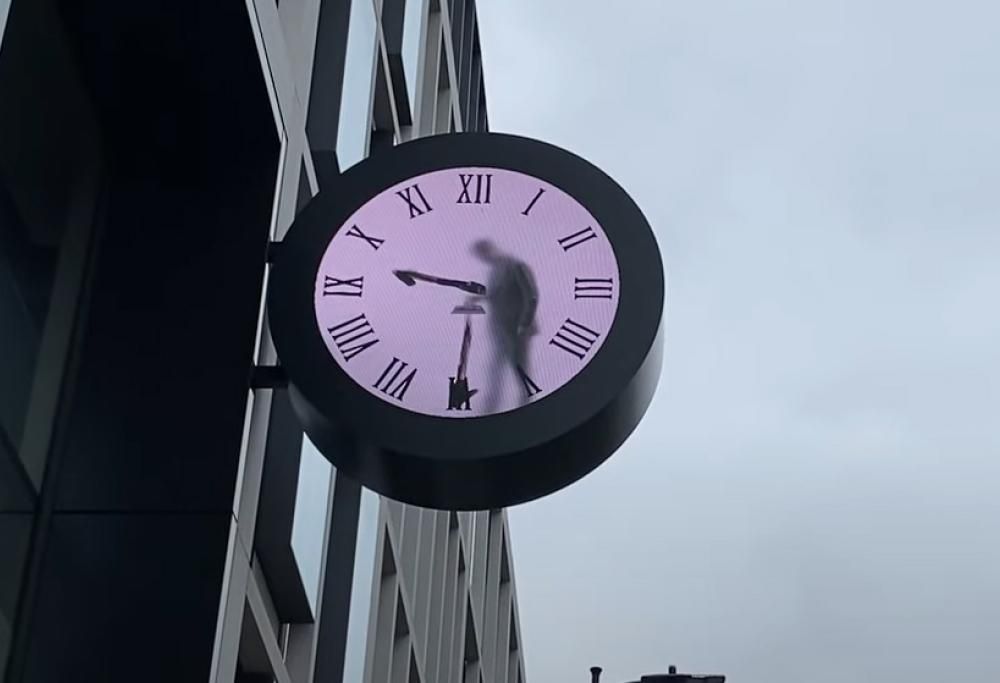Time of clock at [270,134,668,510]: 9:30
